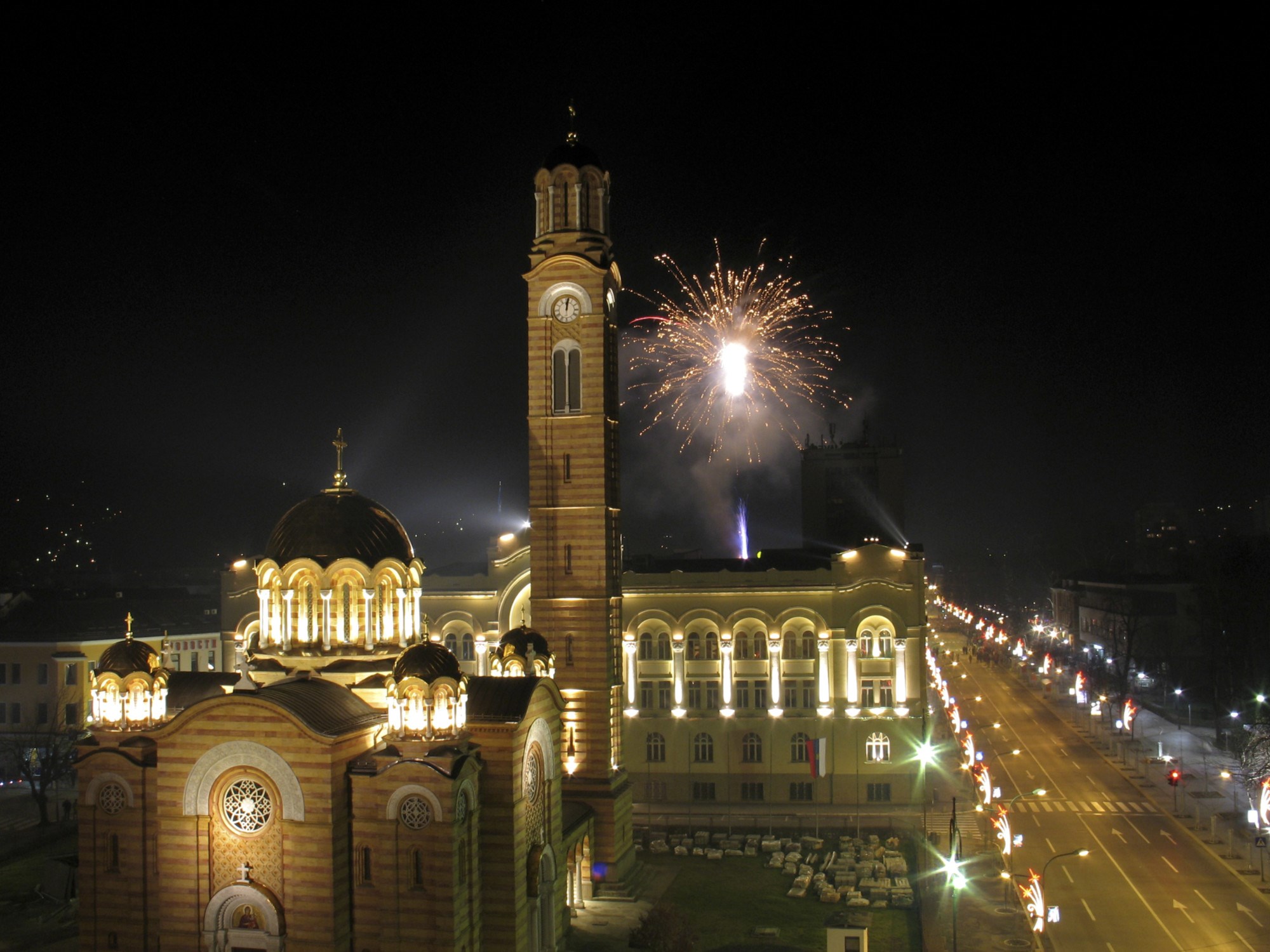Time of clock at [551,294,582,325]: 12:01
